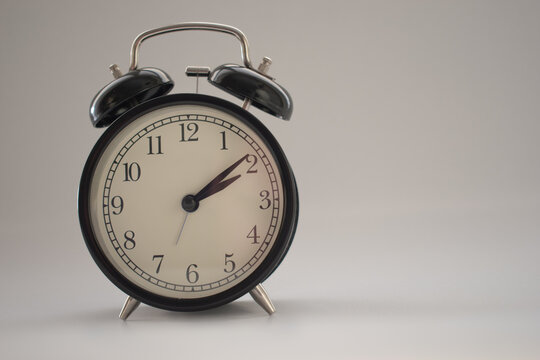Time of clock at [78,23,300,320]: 2:09
